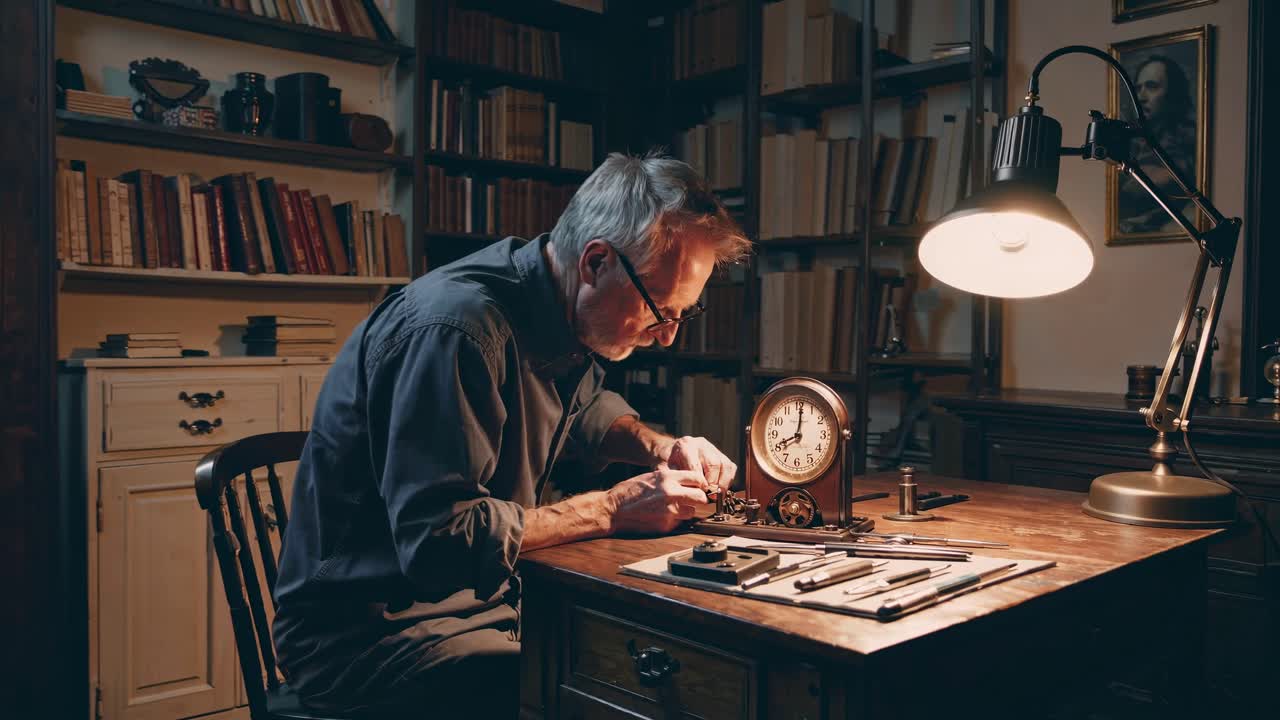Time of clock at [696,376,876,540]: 8:01
